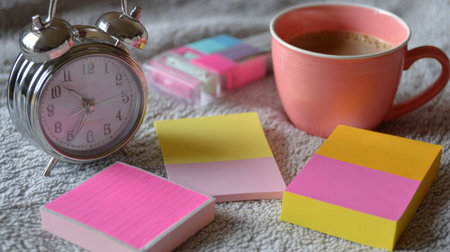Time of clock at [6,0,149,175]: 10:34
